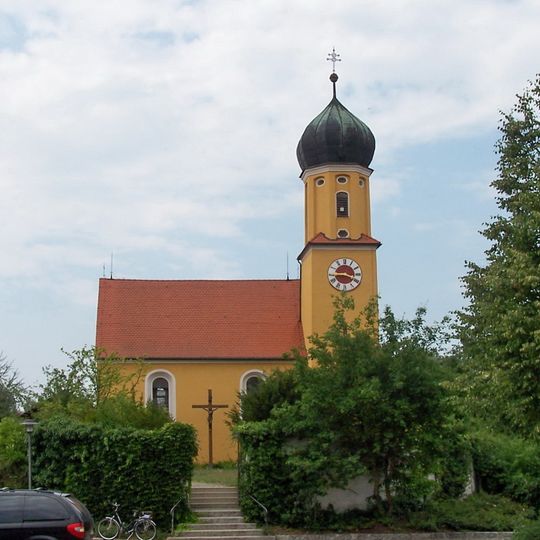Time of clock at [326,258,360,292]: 3:44
